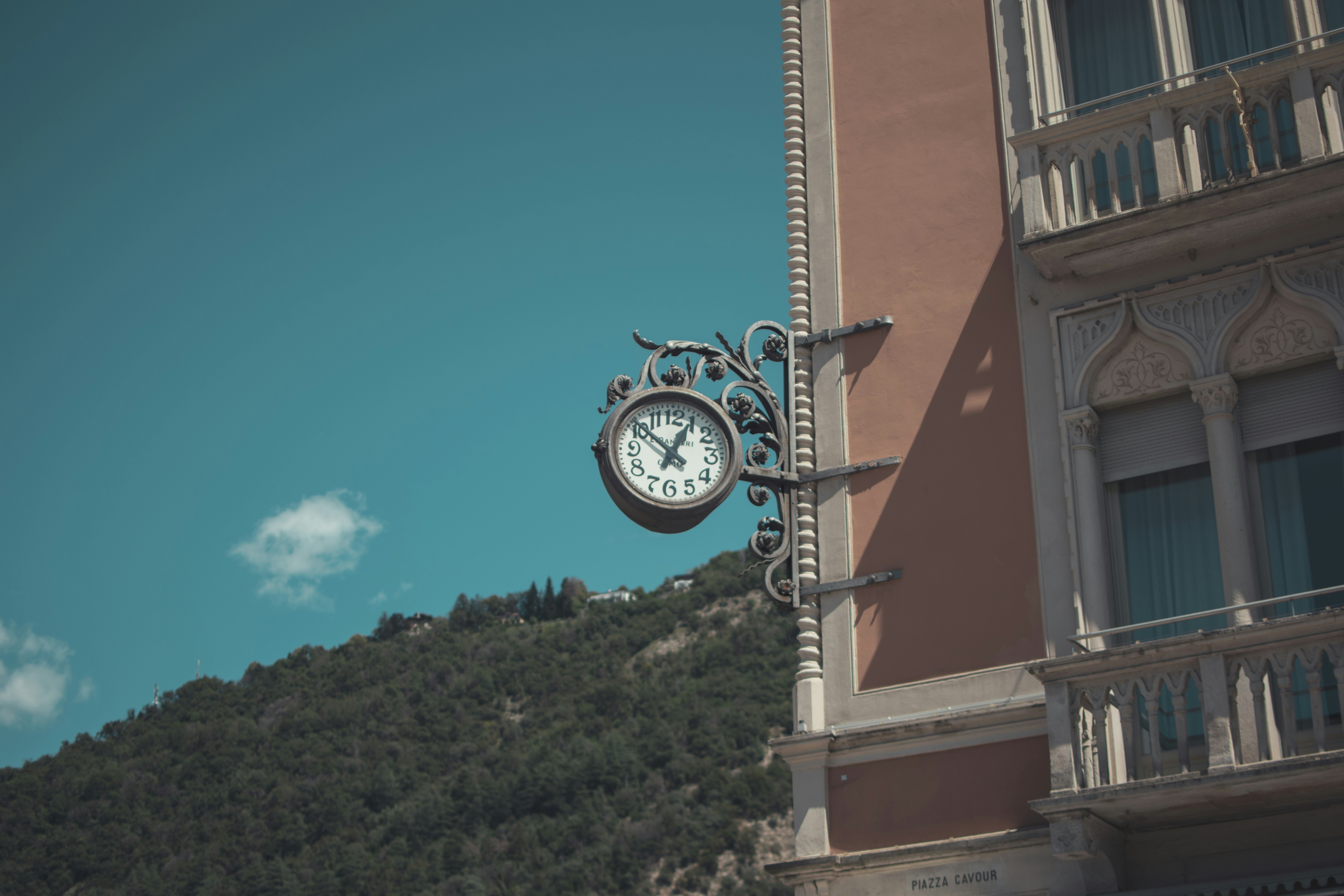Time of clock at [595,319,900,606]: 12:52
